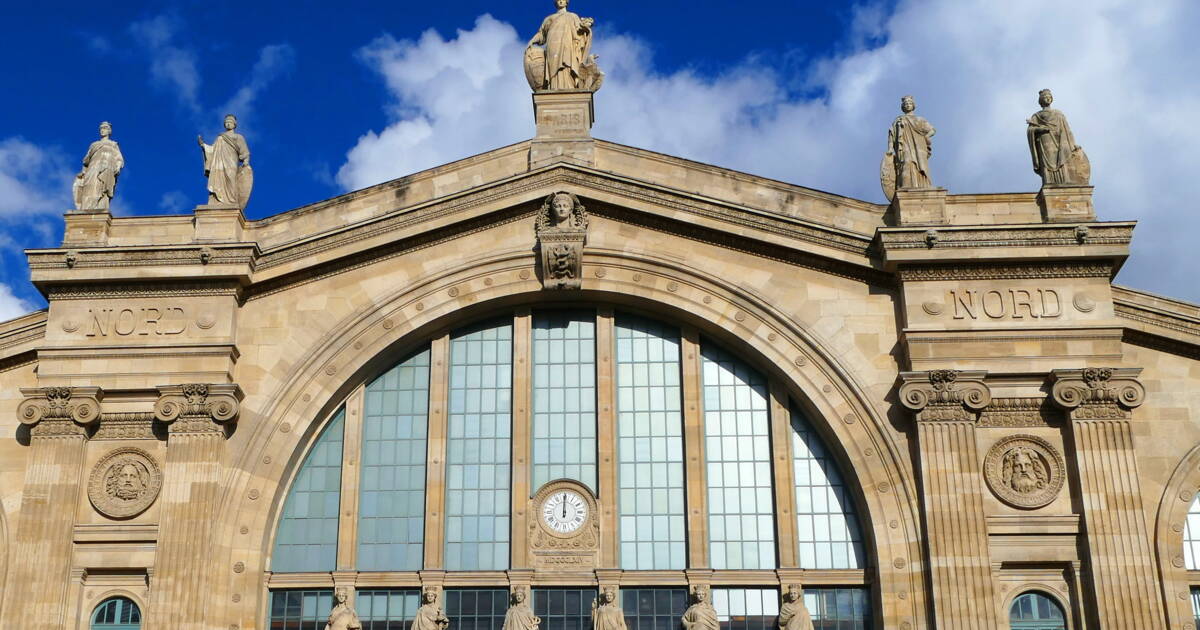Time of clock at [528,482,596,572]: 12:00
